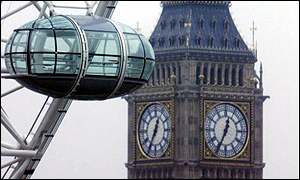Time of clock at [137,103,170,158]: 12:34
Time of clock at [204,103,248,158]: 12:34
